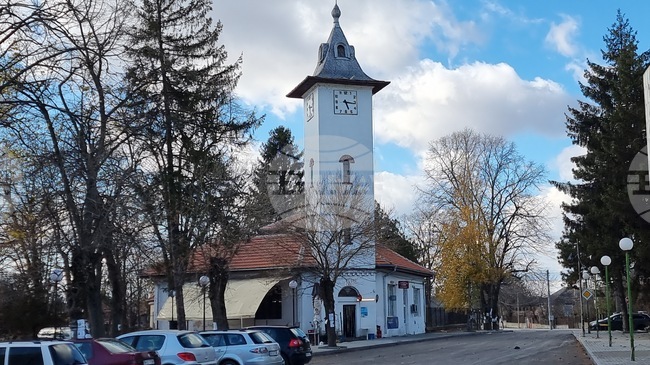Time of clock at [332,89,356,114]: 5:16
